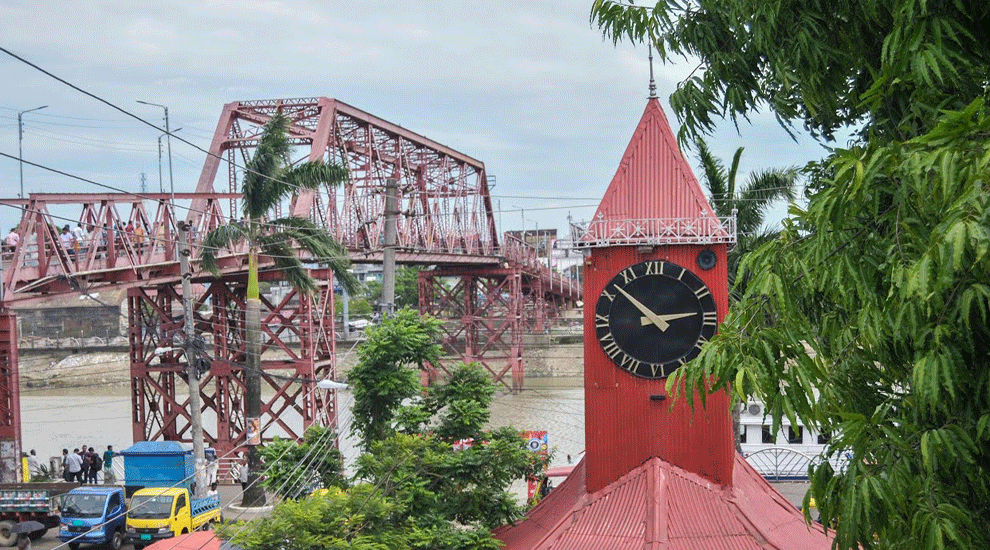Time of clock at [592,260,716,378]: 2:52
